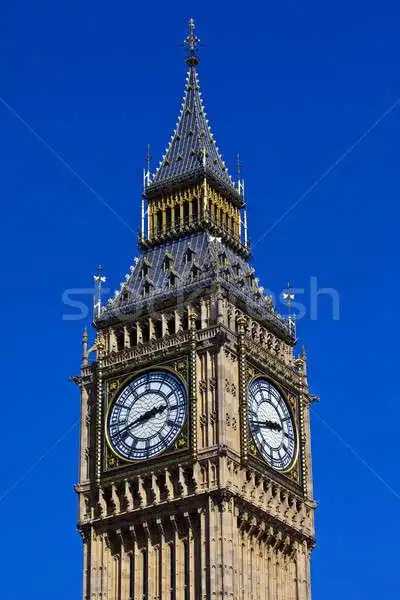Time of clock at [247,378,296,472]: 2:42
